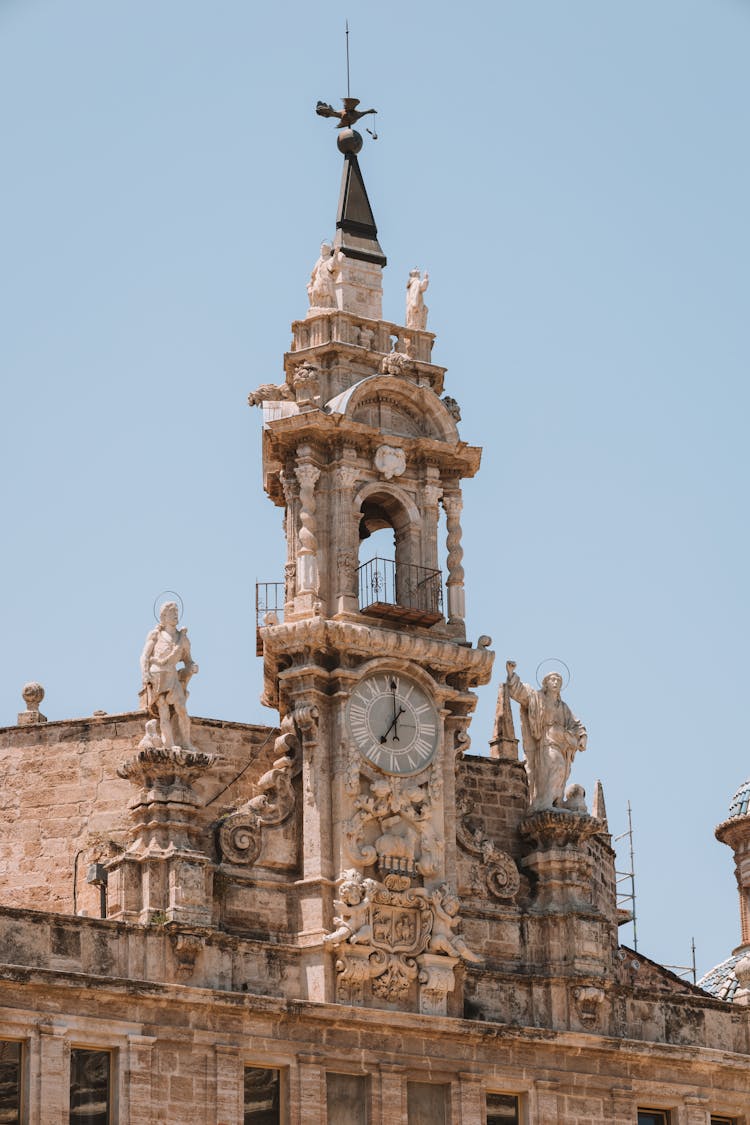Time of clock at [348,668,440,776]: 7:00
